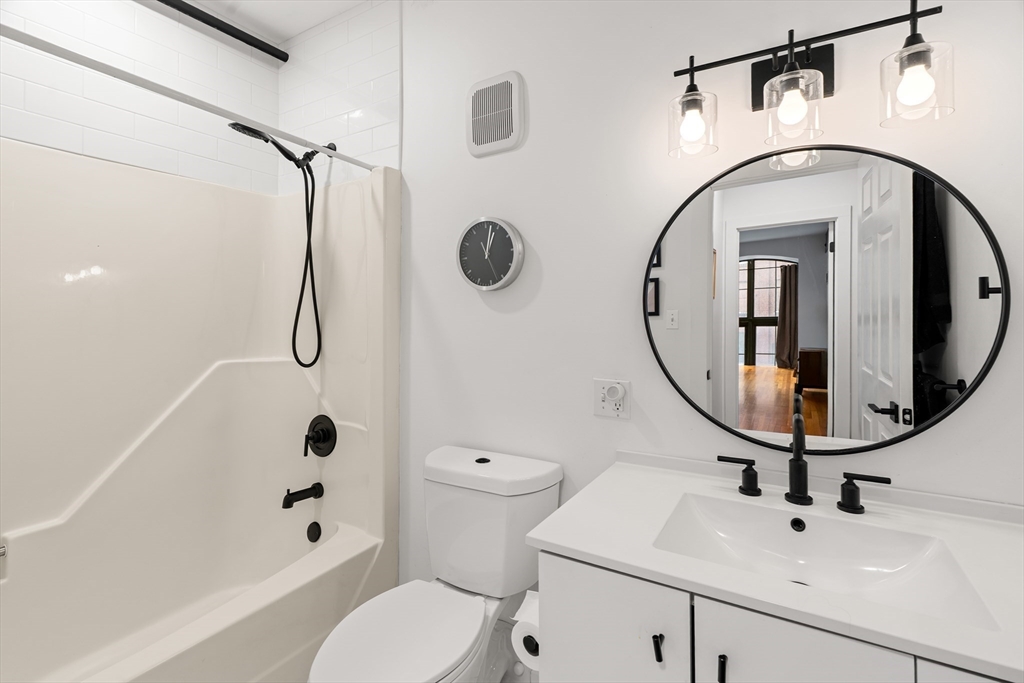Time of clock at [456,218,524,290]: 1:02
